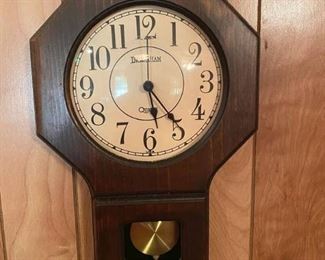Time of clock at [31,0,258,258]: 5:23
